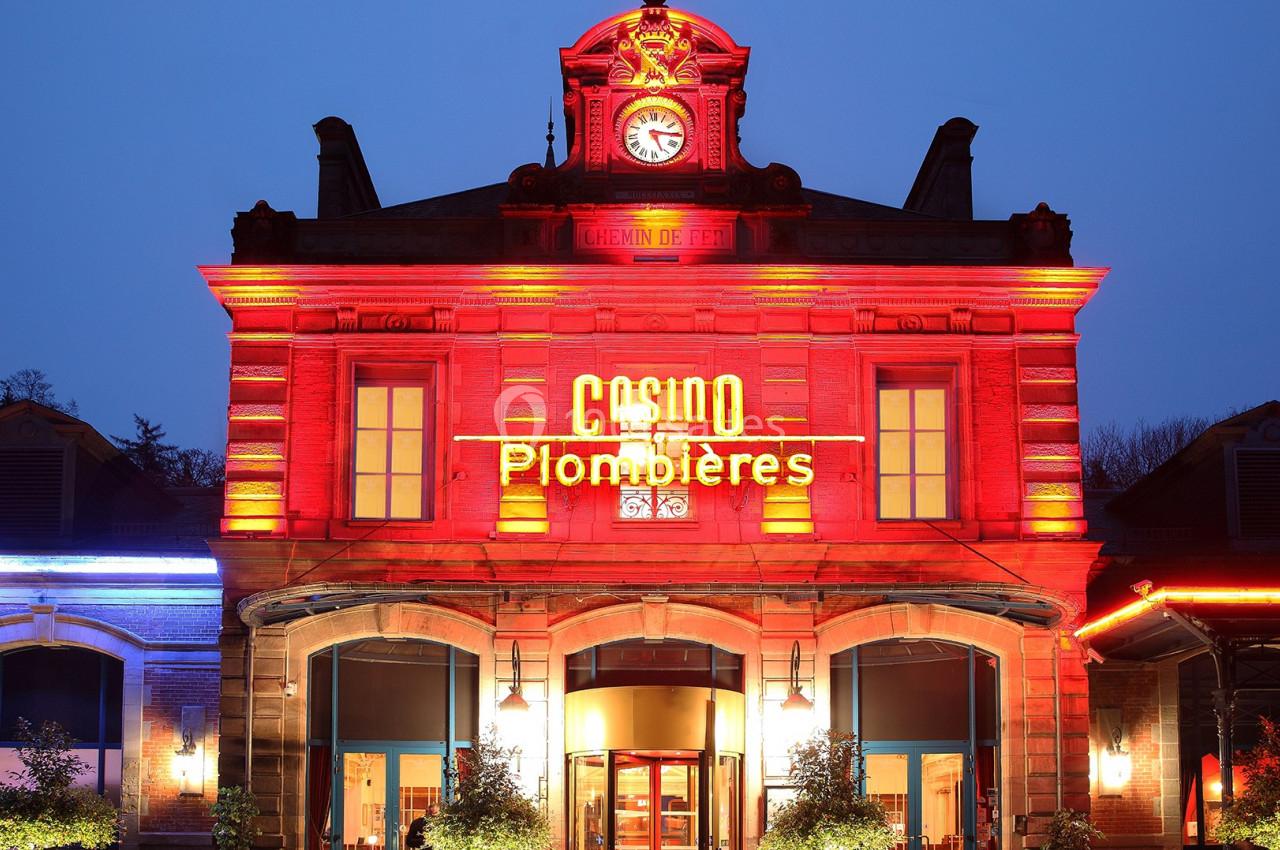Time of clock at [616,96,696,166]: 5:15
